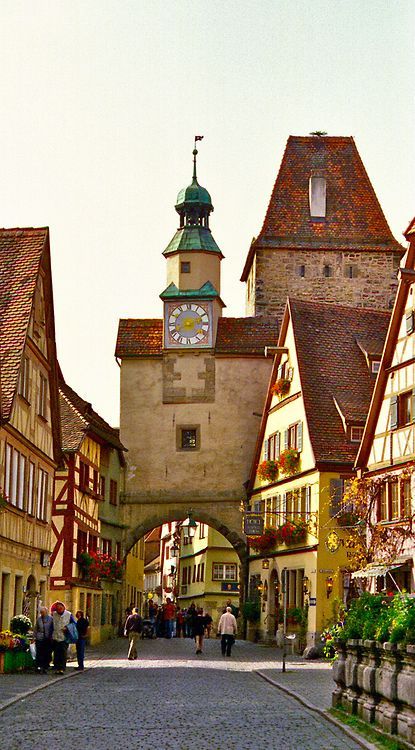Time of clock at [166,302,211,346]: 8:12
